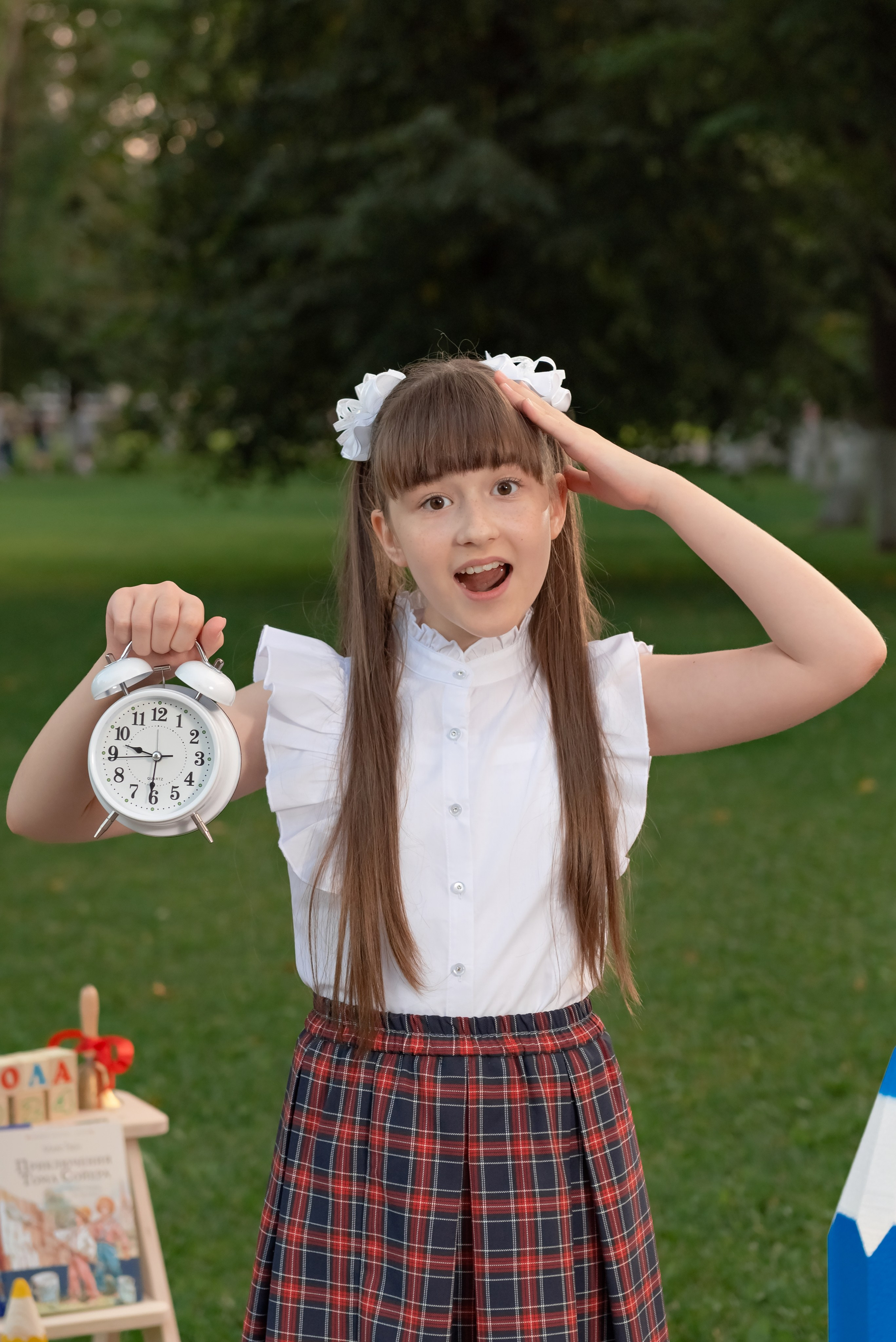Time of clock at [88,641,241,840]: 9:30
